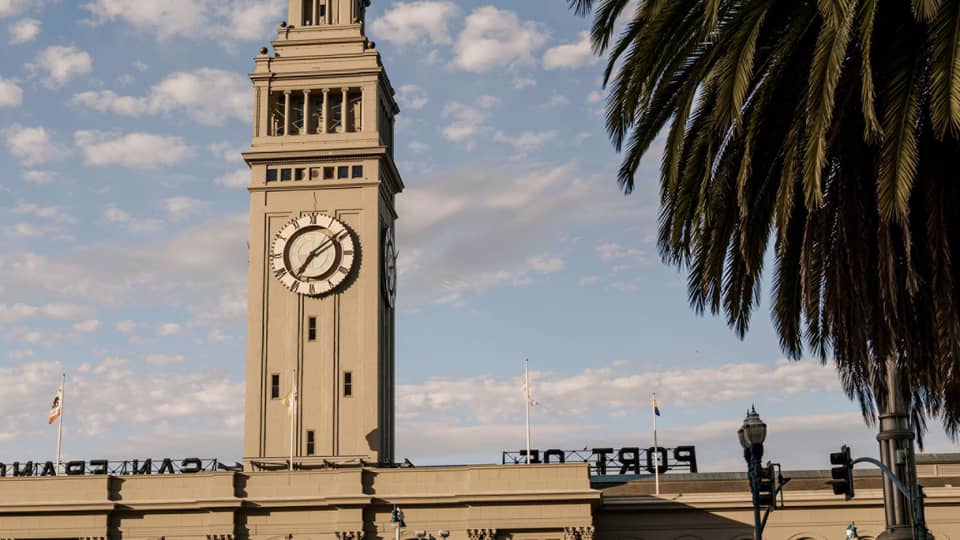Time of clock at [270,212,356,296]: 7:09
